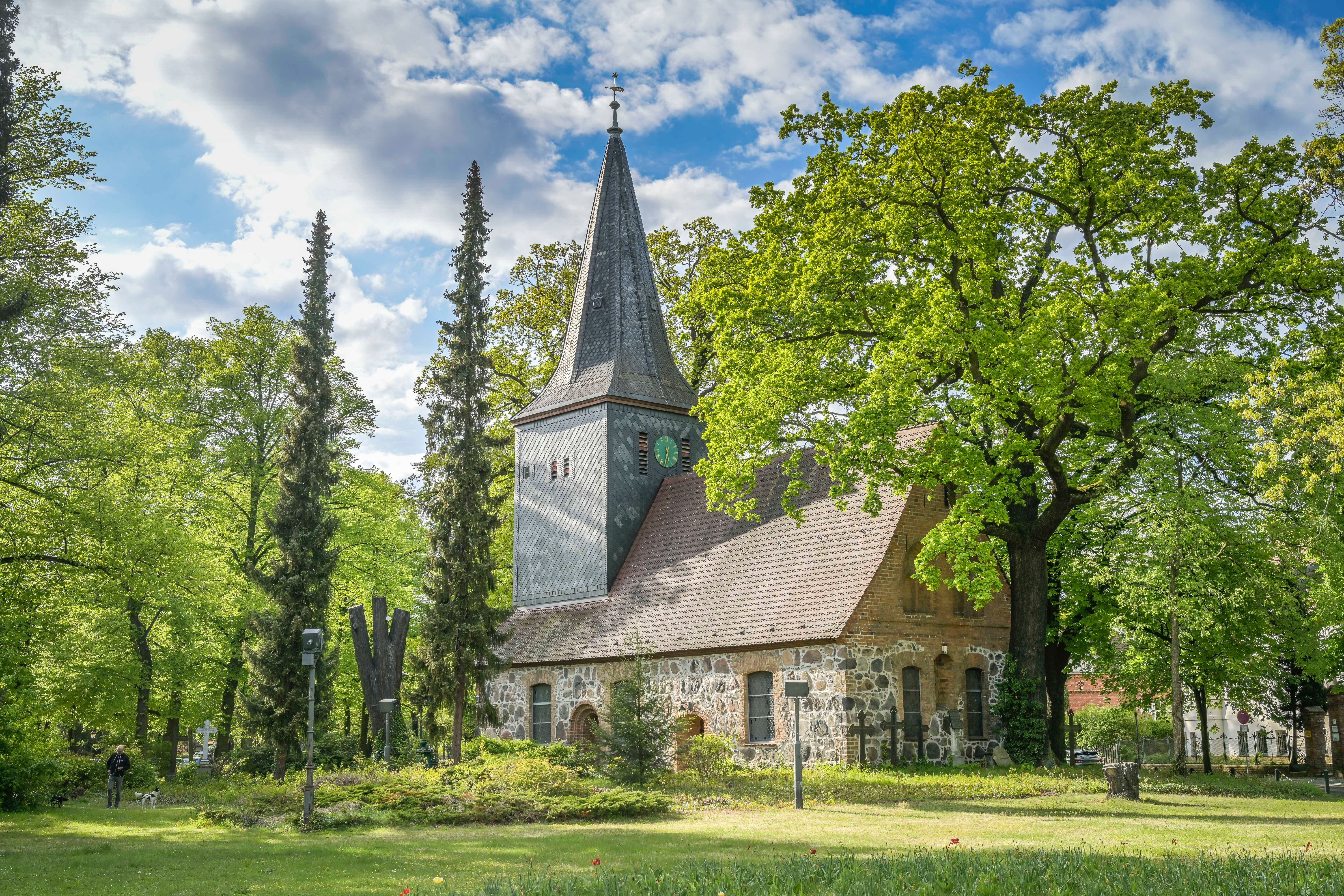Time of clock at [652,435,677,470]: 5:31
